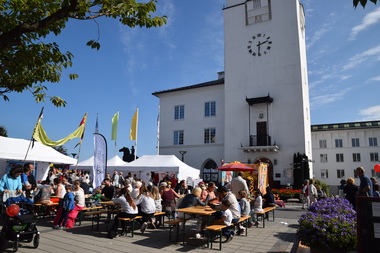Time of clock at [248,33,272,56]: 2:30
